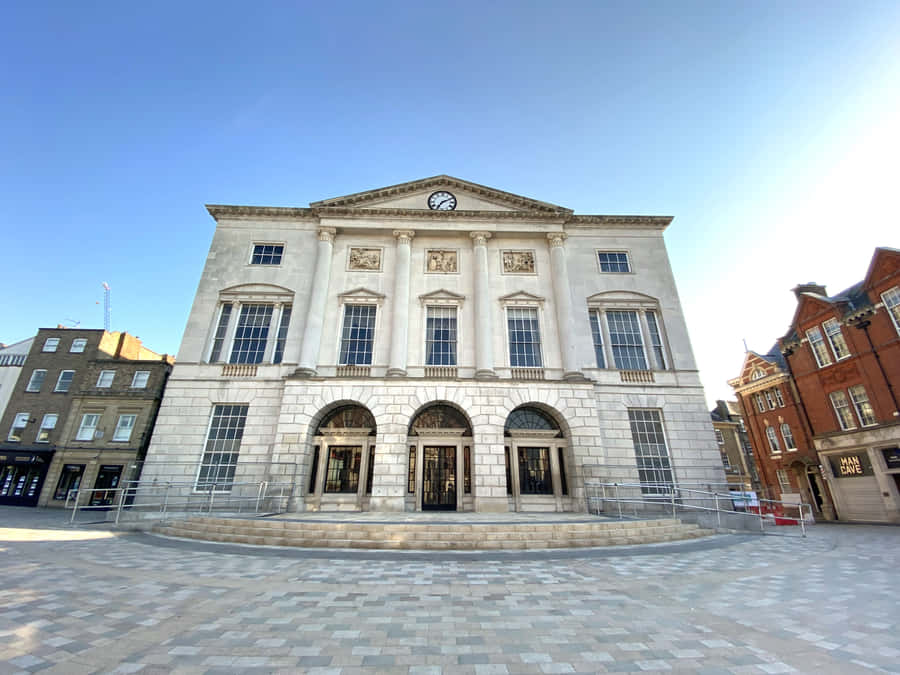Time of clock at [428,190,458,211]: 7:10
